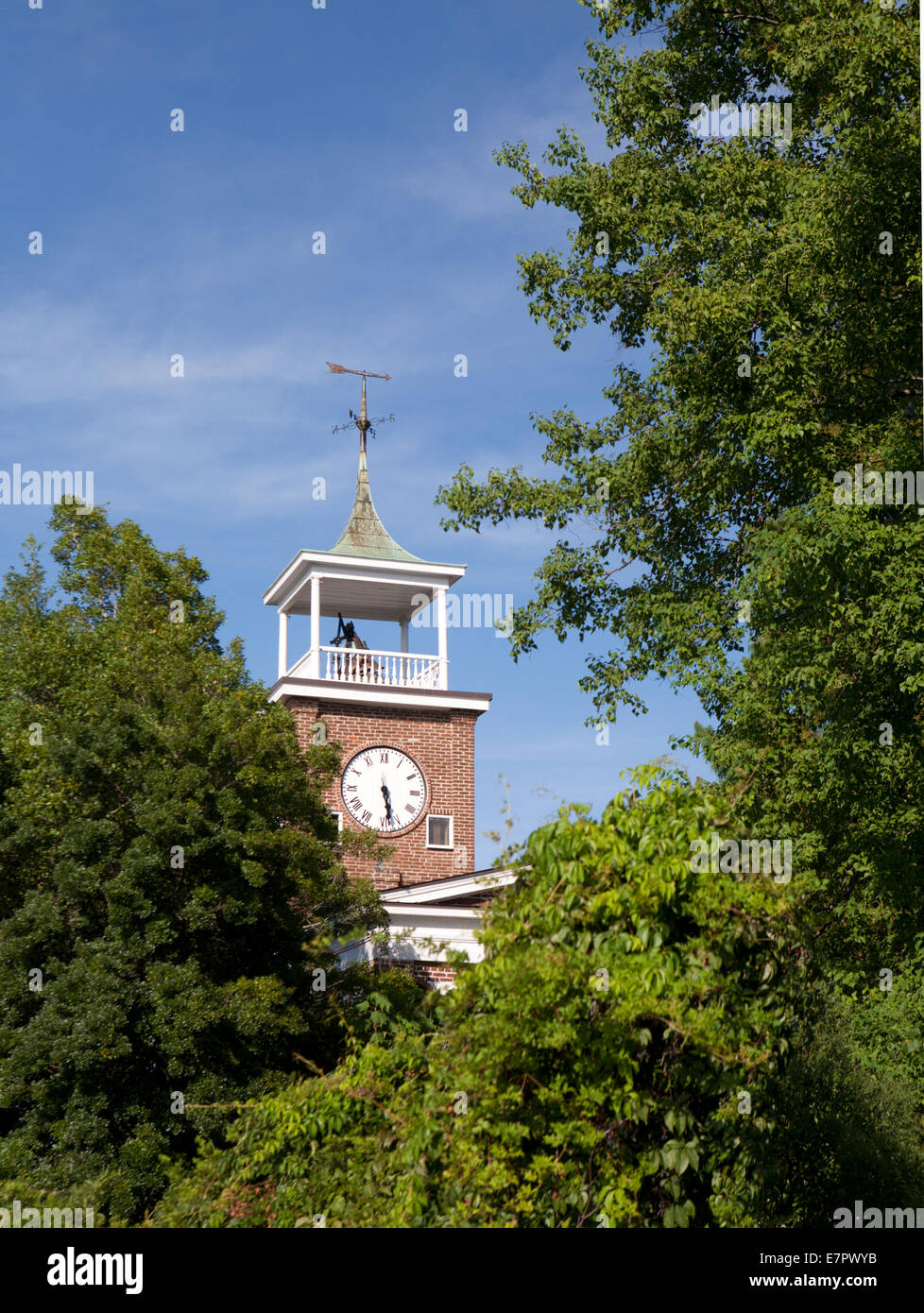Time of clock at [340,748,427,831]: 5:28
